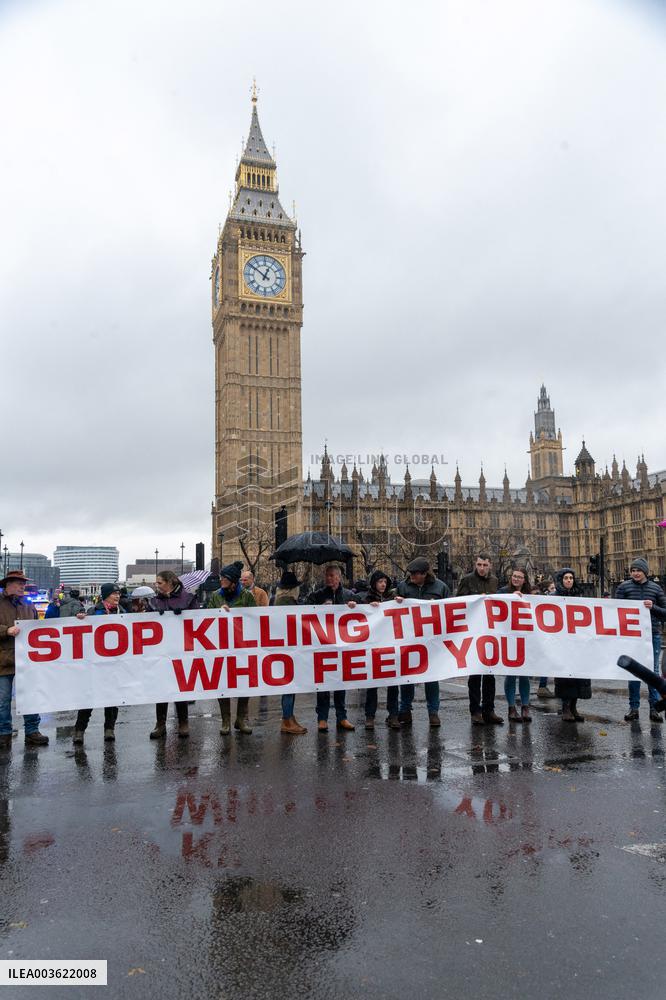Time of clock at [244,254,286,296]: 12:51
